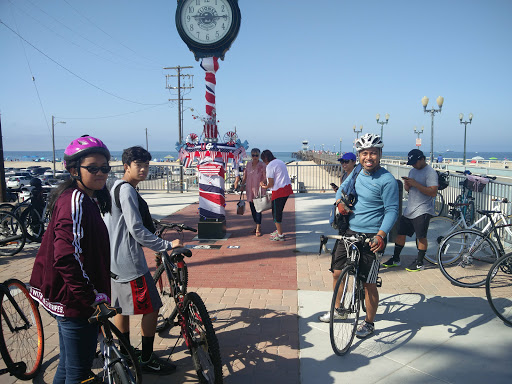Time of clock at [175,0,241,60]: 9:14
